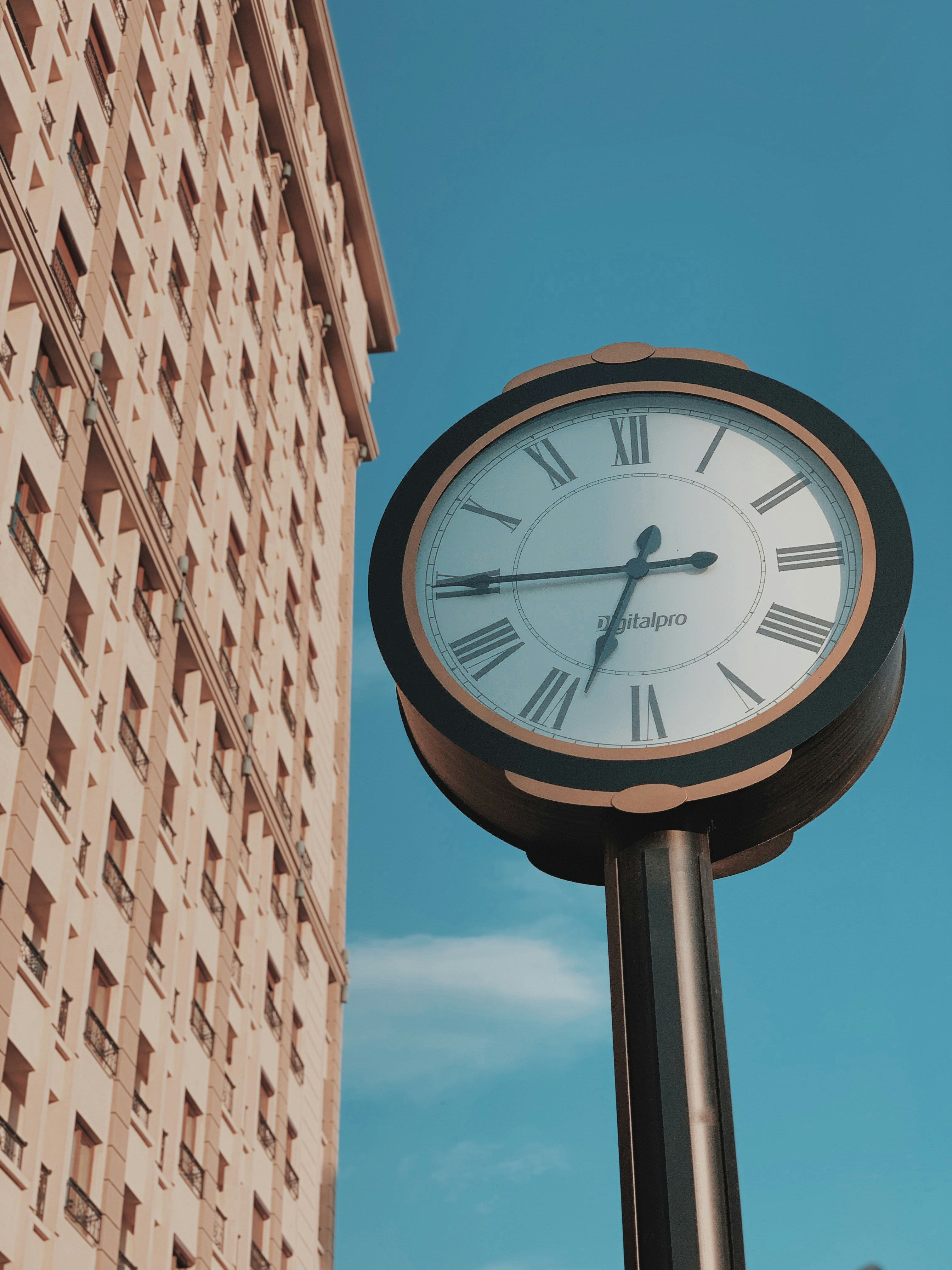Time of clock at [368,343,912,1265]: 6:44
